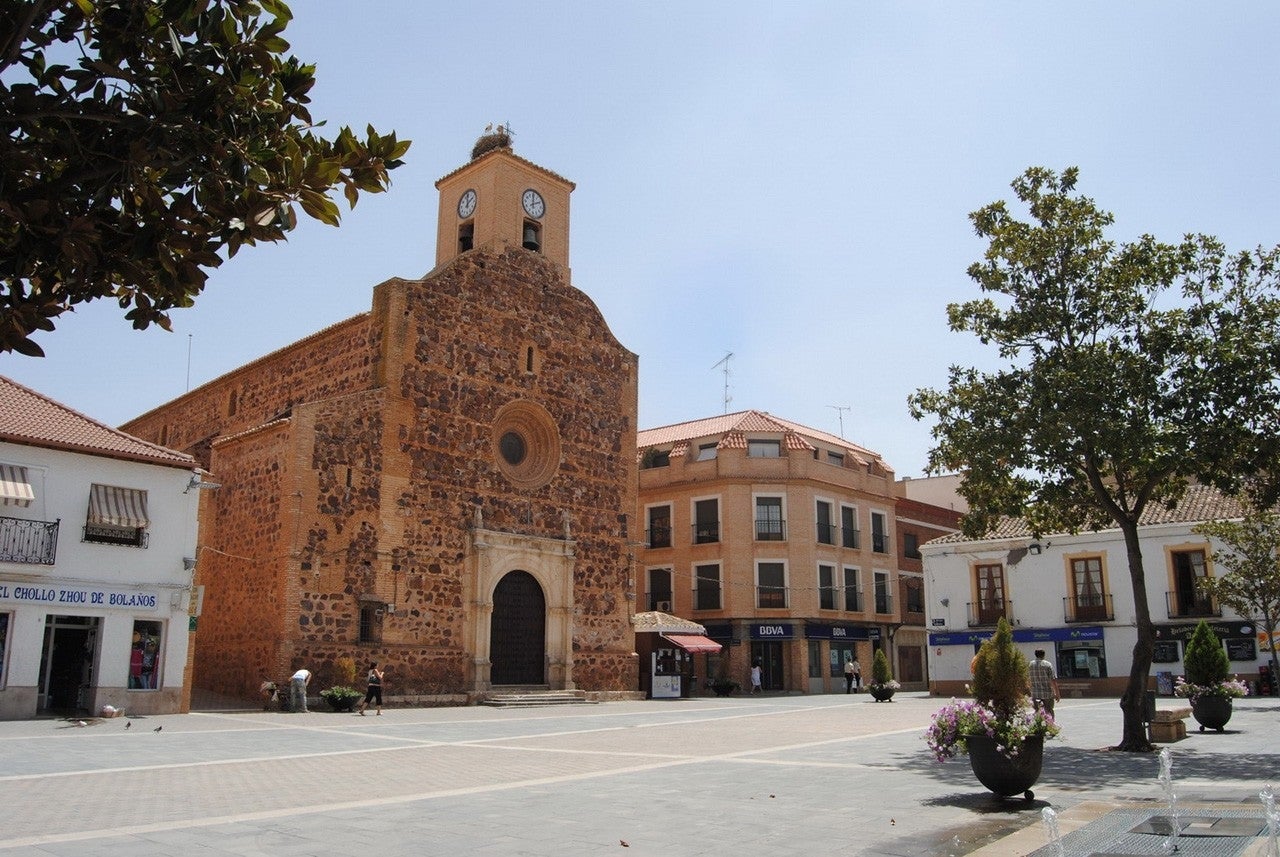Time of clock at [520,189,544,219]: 2:00
